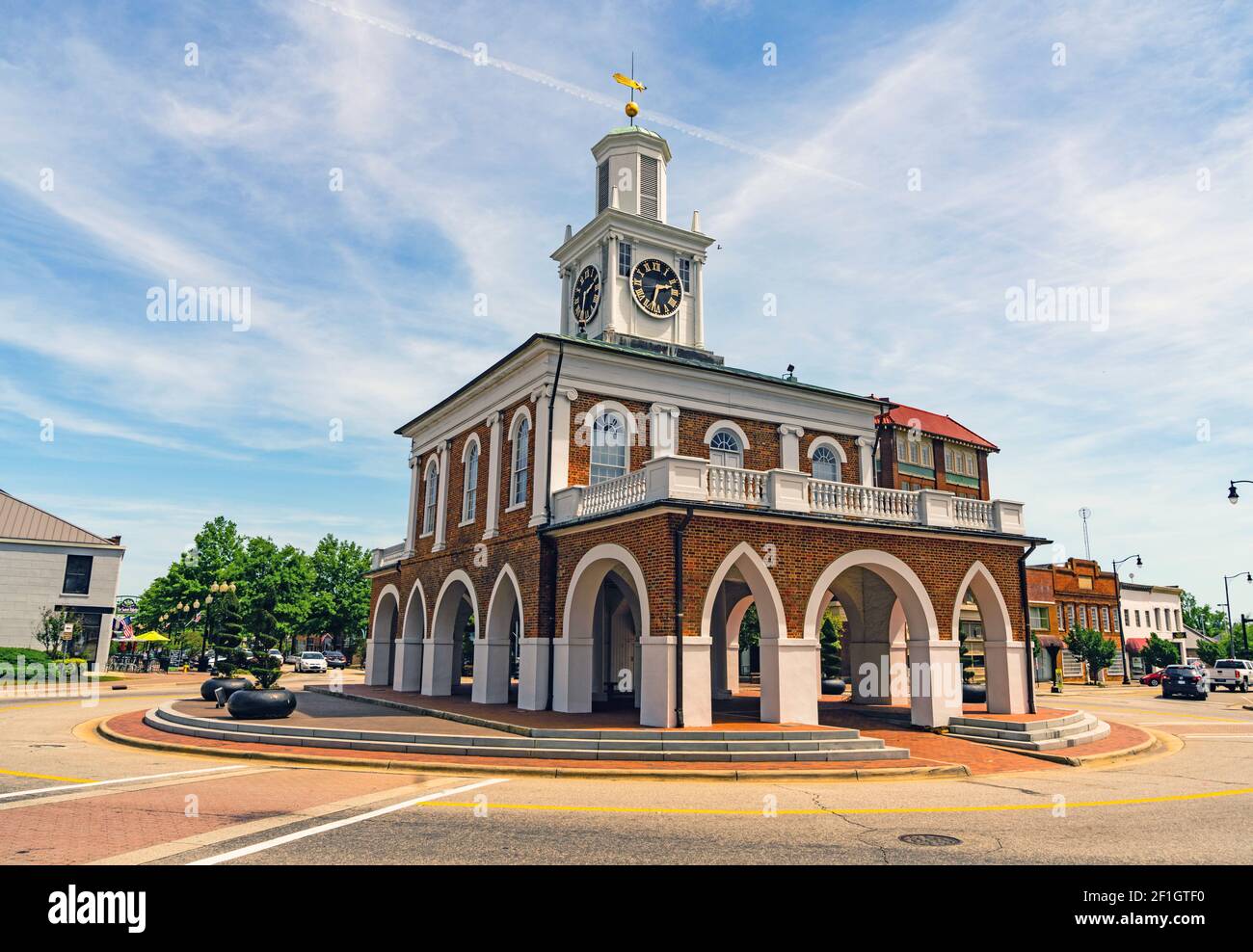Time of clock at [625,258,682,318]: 2:32
